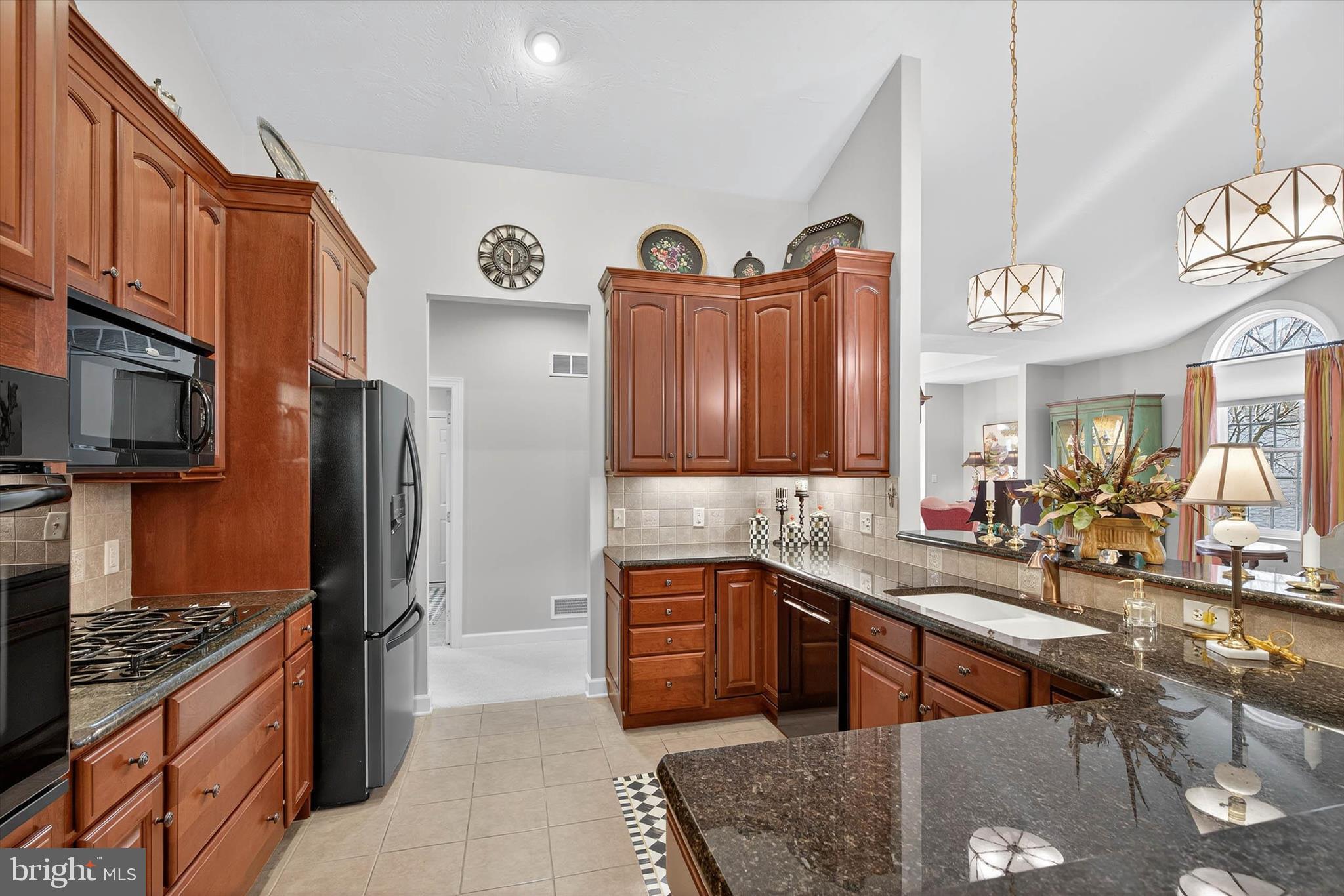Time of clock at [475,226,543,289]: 5:53
